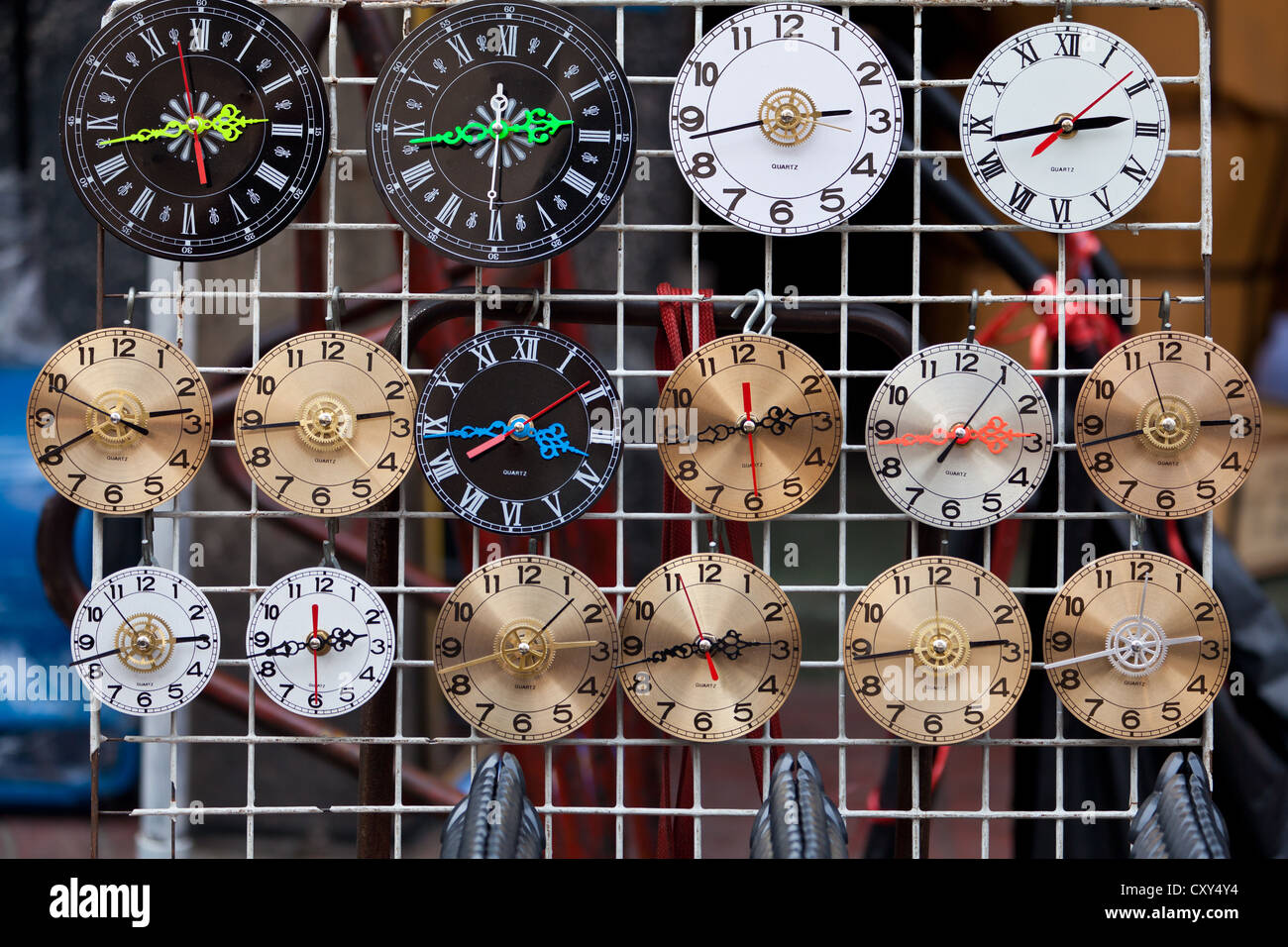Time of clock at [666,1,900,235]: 2:42
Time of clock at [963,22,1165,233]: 2:42
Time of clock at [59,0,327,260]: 2:42
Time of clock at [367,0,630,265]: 8:30
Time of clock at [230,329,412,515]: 2:44
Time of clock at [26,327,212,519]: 2:40
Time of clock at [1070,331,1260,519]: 2:42
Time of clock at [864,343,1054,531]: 7:05
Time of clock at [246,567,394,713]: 2:42
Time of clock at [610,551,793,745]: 2:42
